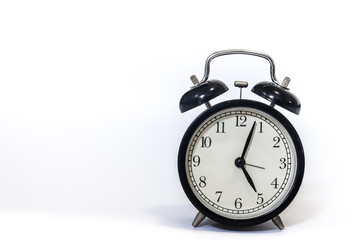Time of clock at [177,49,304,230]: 5:03
